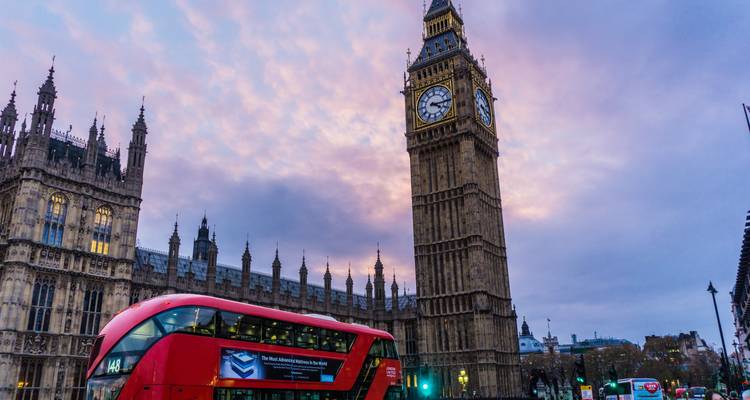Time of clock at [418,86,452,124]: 4:14
